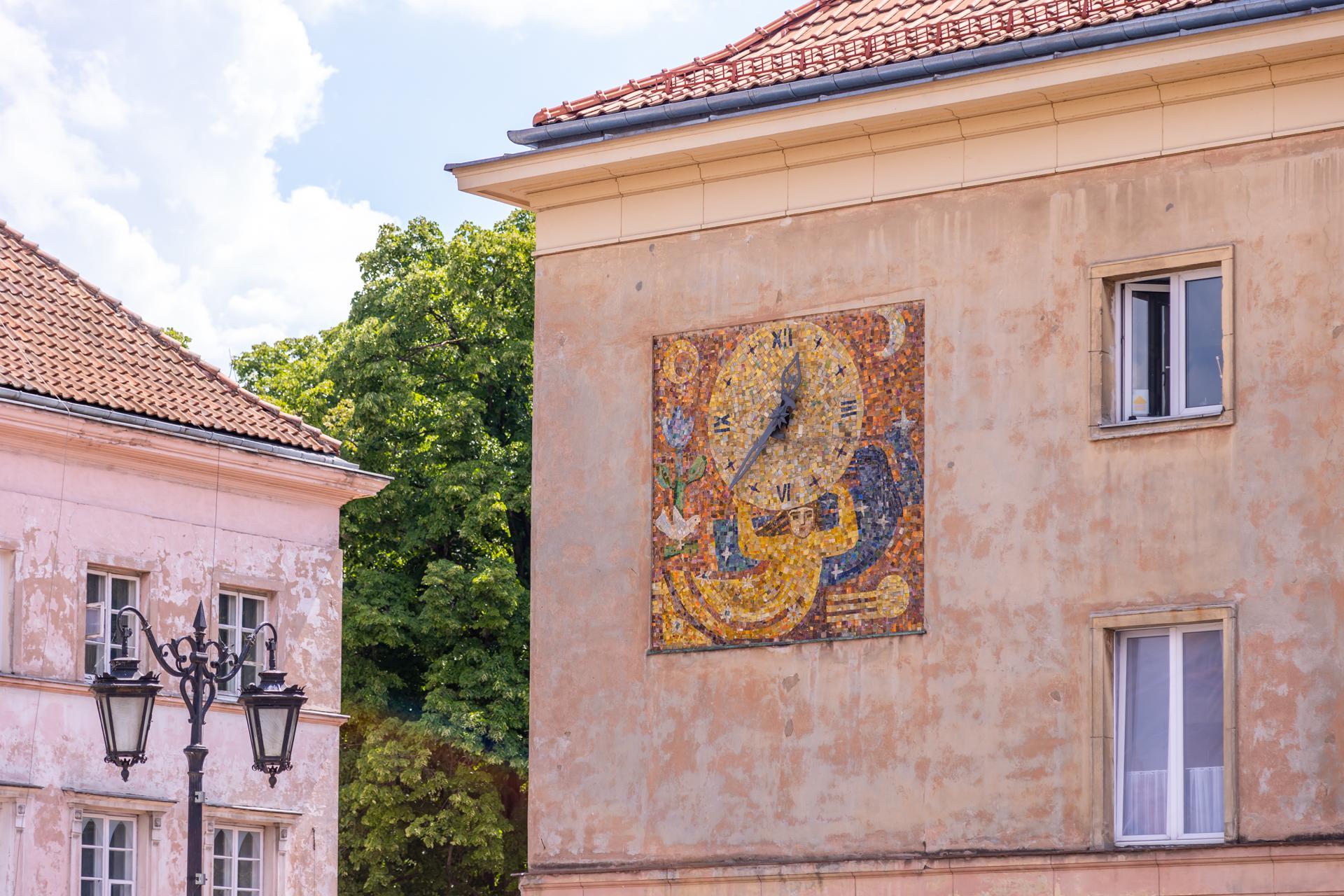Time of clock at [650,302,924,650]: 12:37
